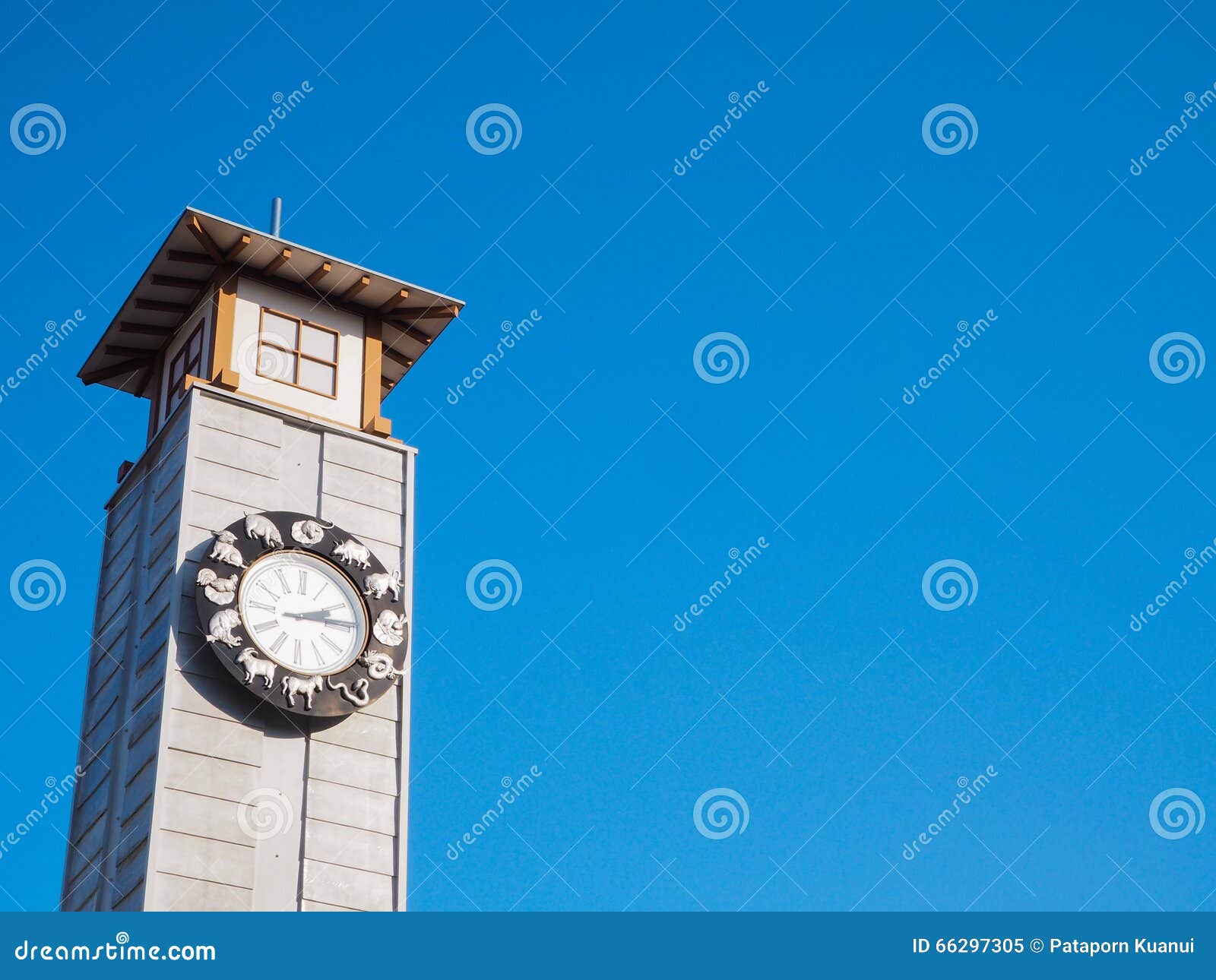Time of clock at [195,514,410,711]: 2:14
